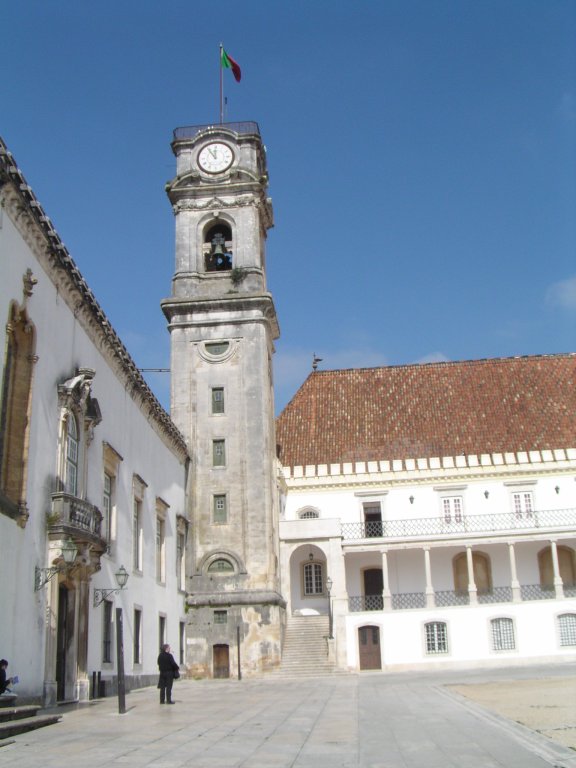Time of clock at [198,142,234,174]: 11:54
